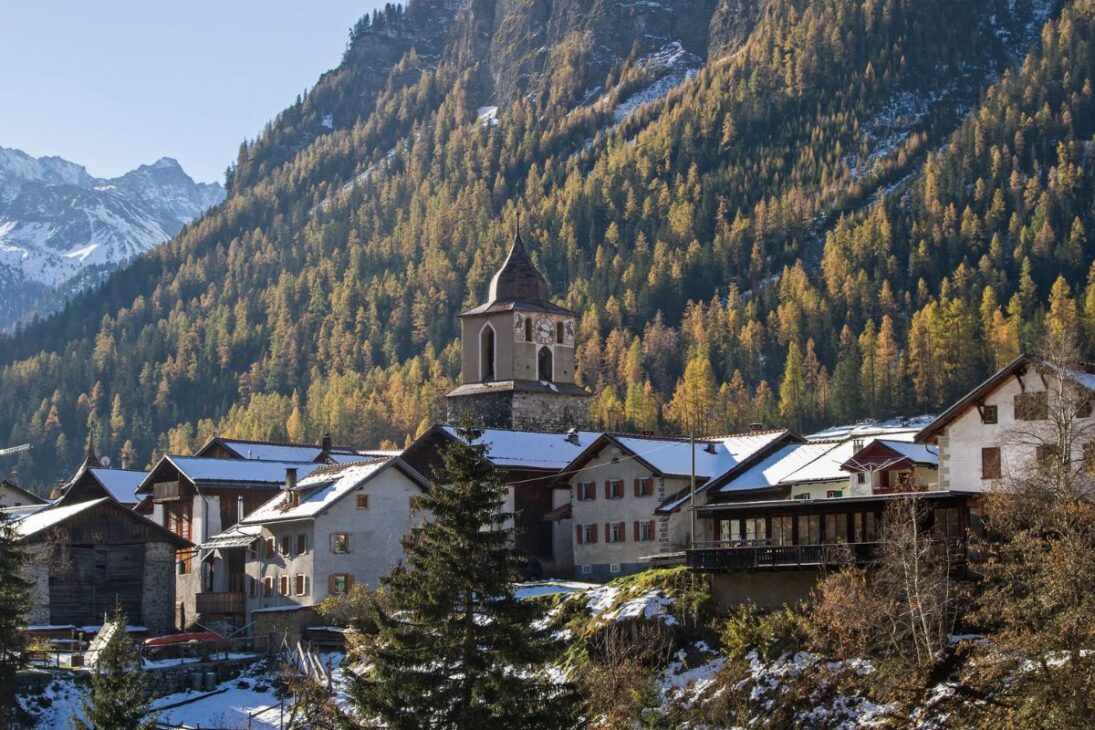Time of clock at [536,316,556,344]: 9:17
